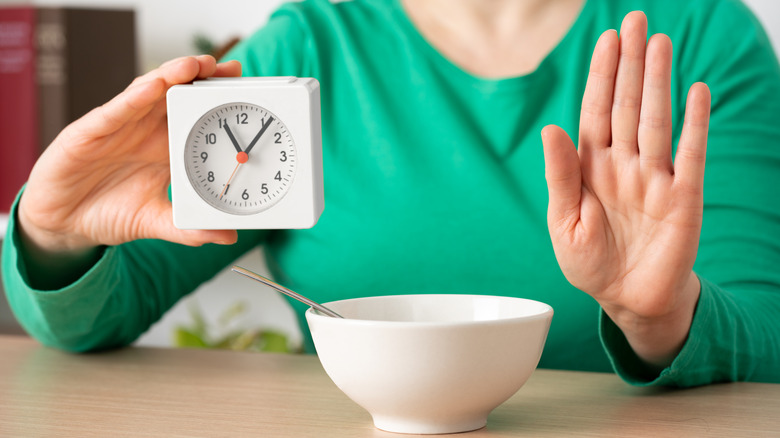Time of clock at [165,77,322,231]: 11:06
